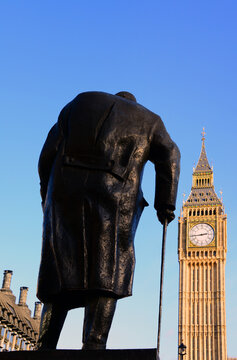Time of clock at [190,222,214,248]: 2:43
